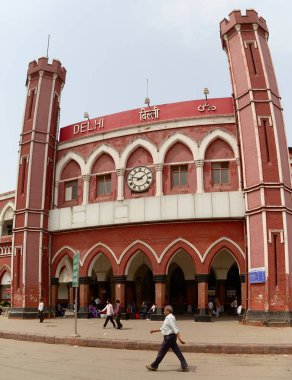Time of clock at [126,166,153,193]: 1:47
